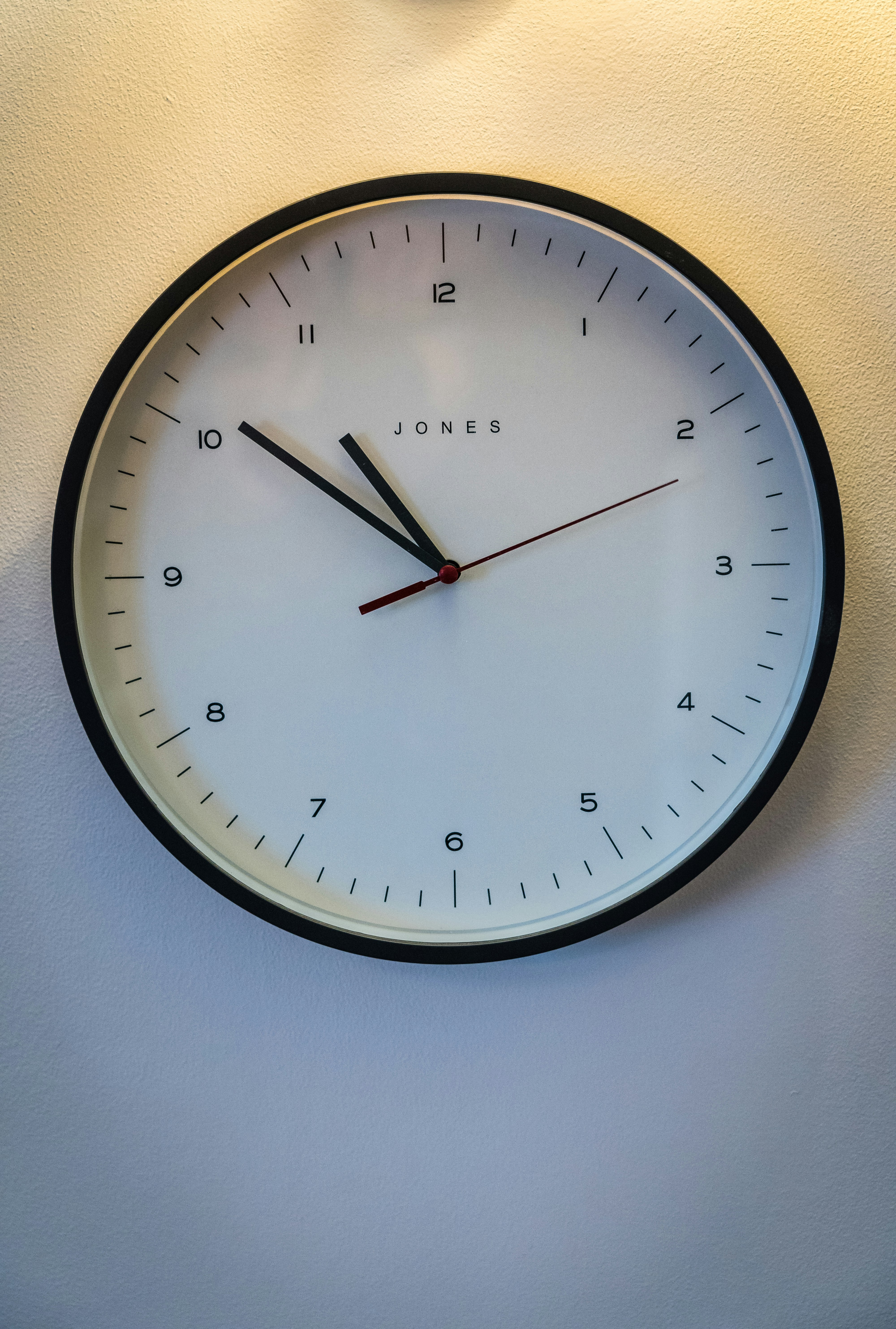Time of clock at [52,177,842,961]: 10:50
